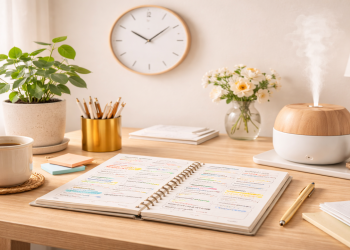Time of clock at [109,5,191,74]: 10:08
